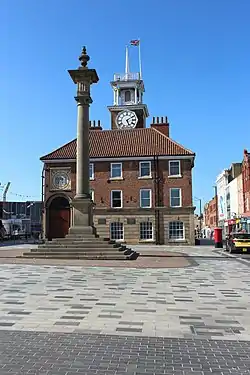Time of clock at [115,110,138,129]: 5:09
